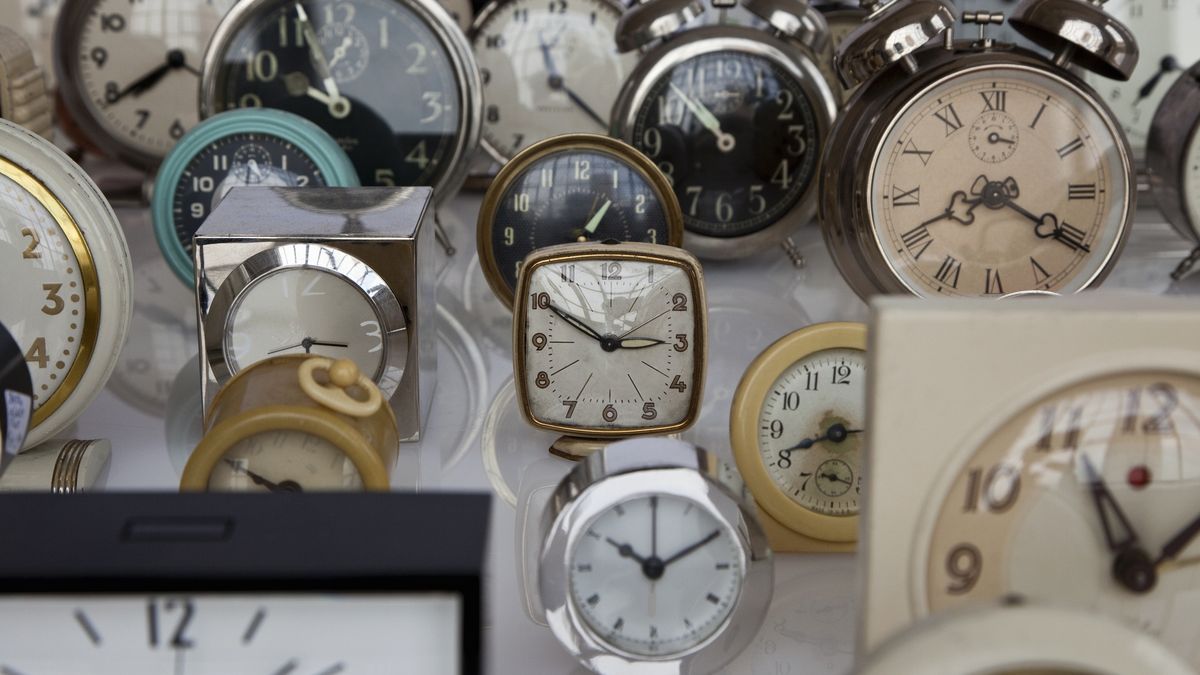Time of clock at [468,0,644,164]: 11:21
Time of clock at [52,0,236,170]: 7:39
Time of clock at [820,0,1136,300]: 8:20
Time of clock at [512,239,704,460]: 2:50
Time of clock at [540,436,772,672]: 10:10
